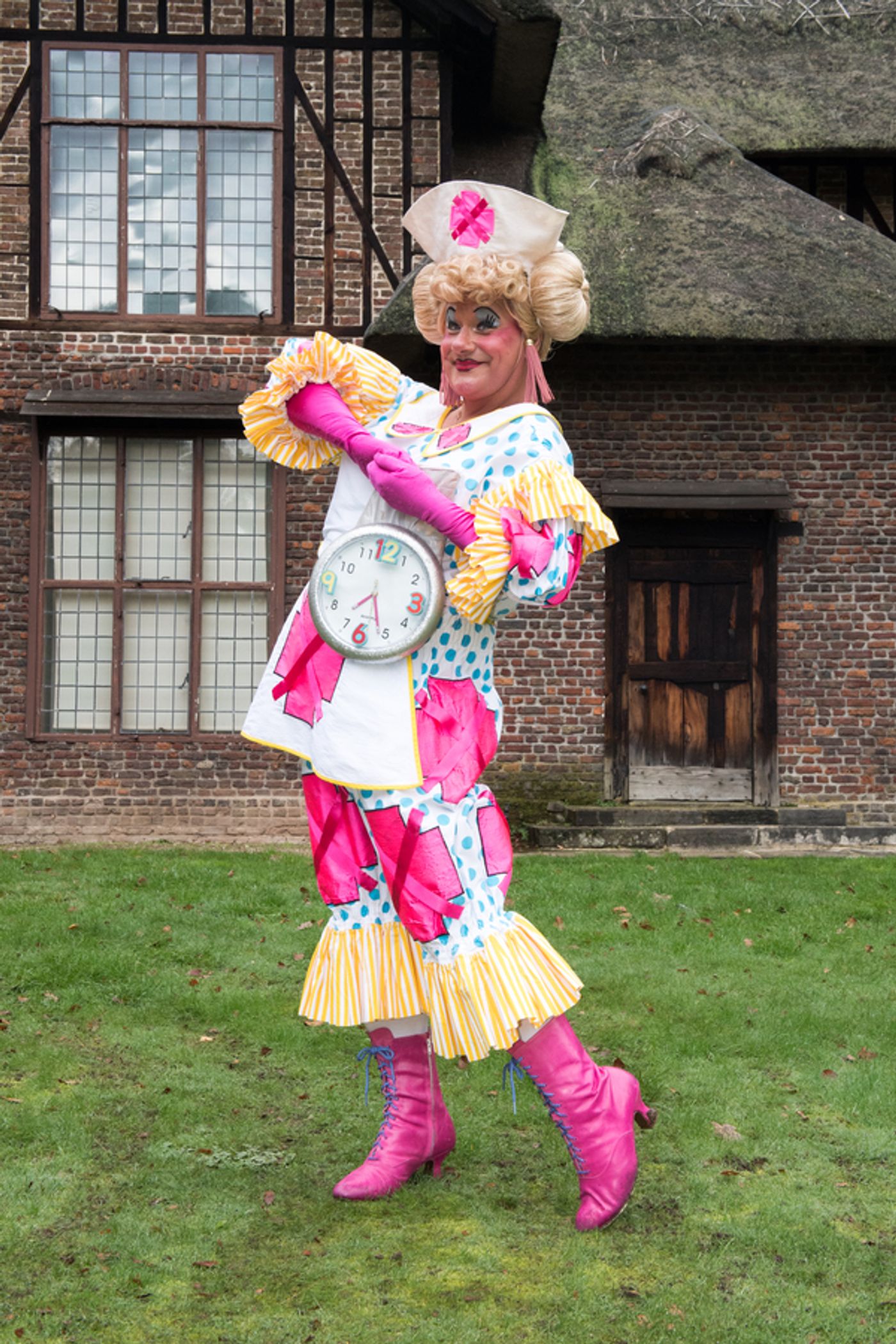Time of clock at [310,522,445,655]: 7:26
